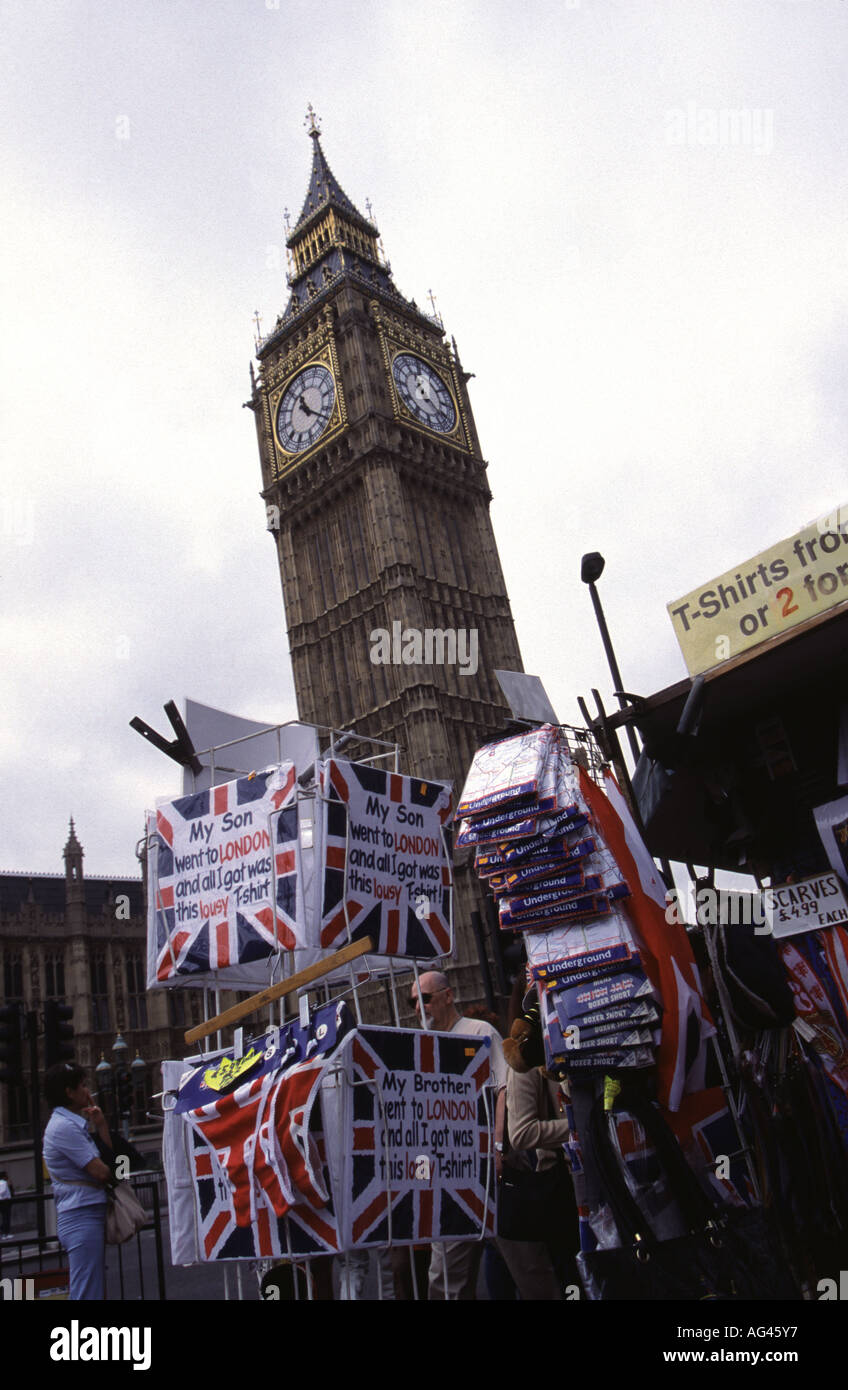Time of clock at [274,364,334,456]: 11:21
